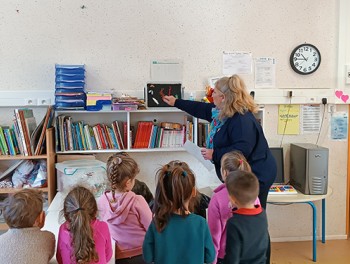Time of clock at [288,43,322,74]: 10:45
